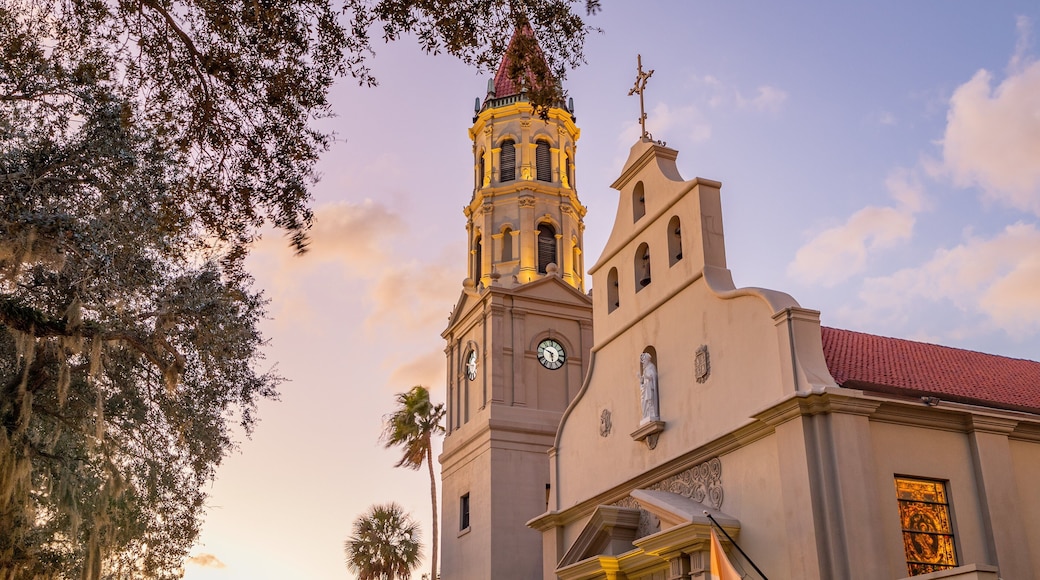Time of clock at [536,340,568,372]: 5:49
